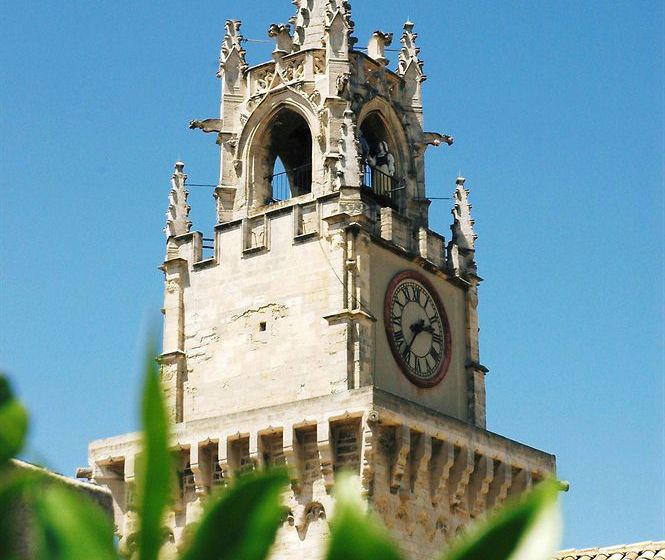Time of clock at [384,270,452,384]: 2:36
